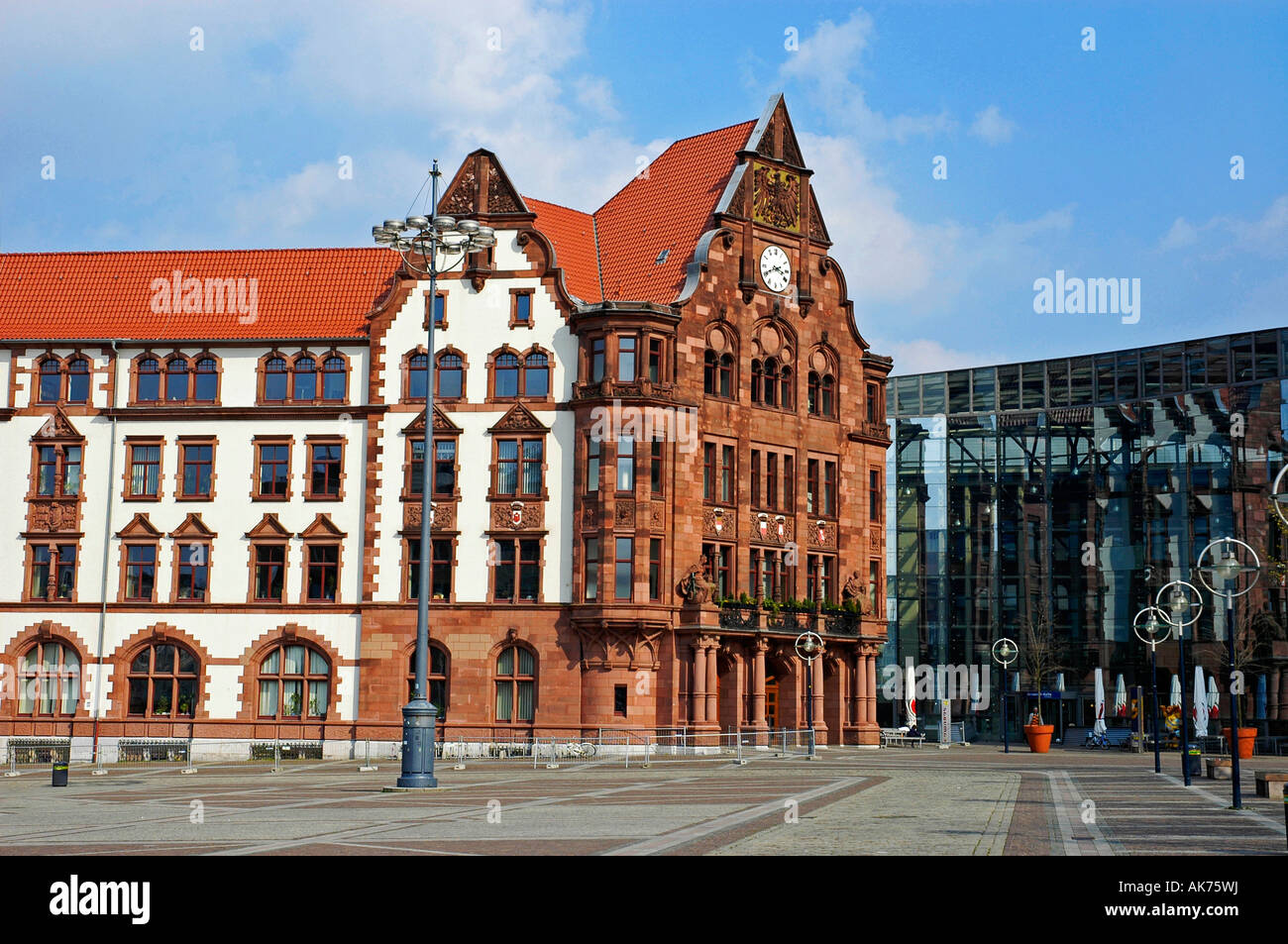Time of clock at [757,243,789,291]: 3:40
